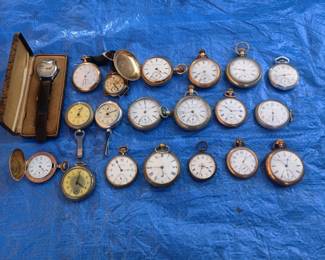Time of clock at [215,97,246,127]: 10:14
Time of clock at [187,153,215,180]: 3:32
